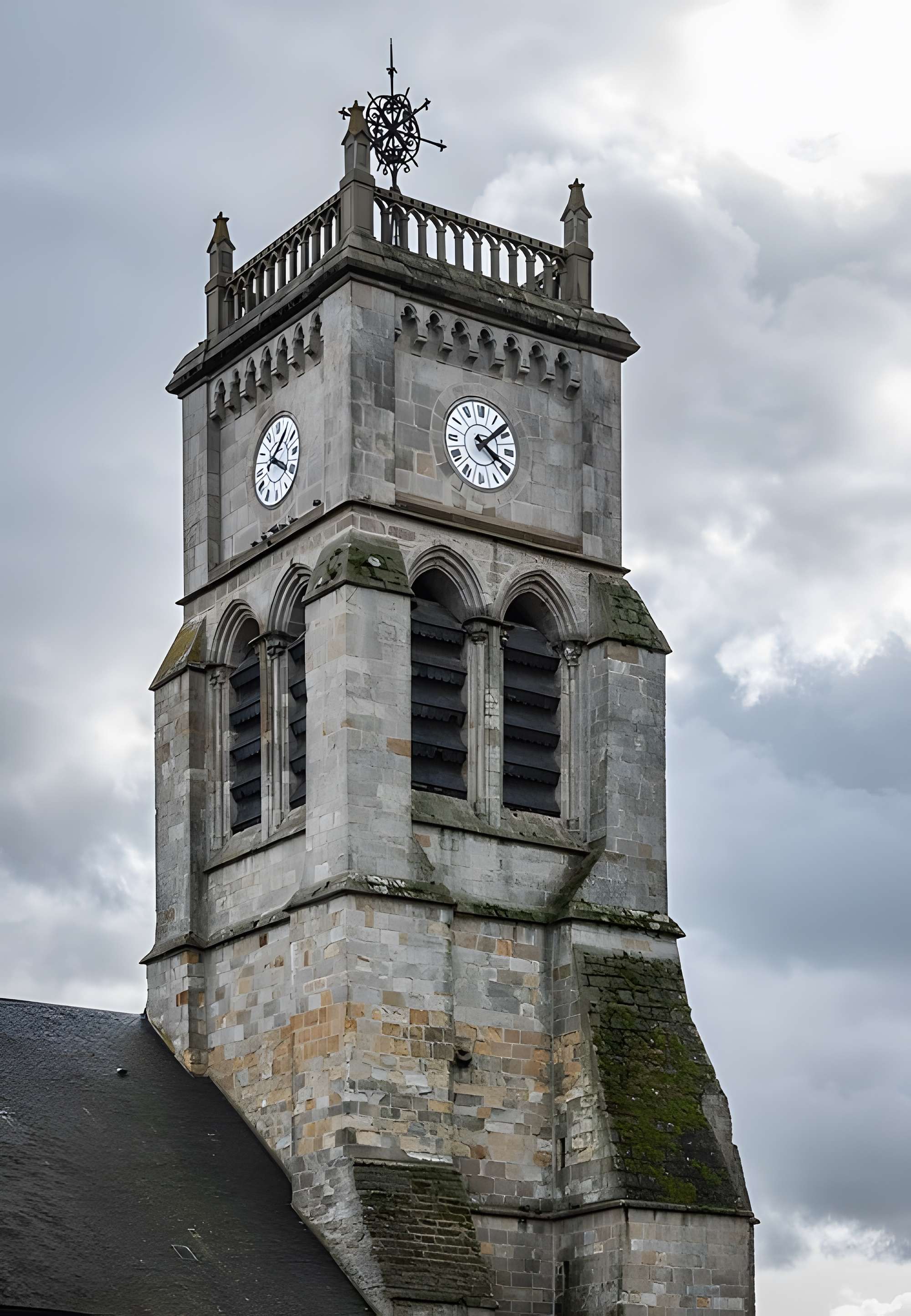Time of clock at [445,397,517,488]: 4:08
